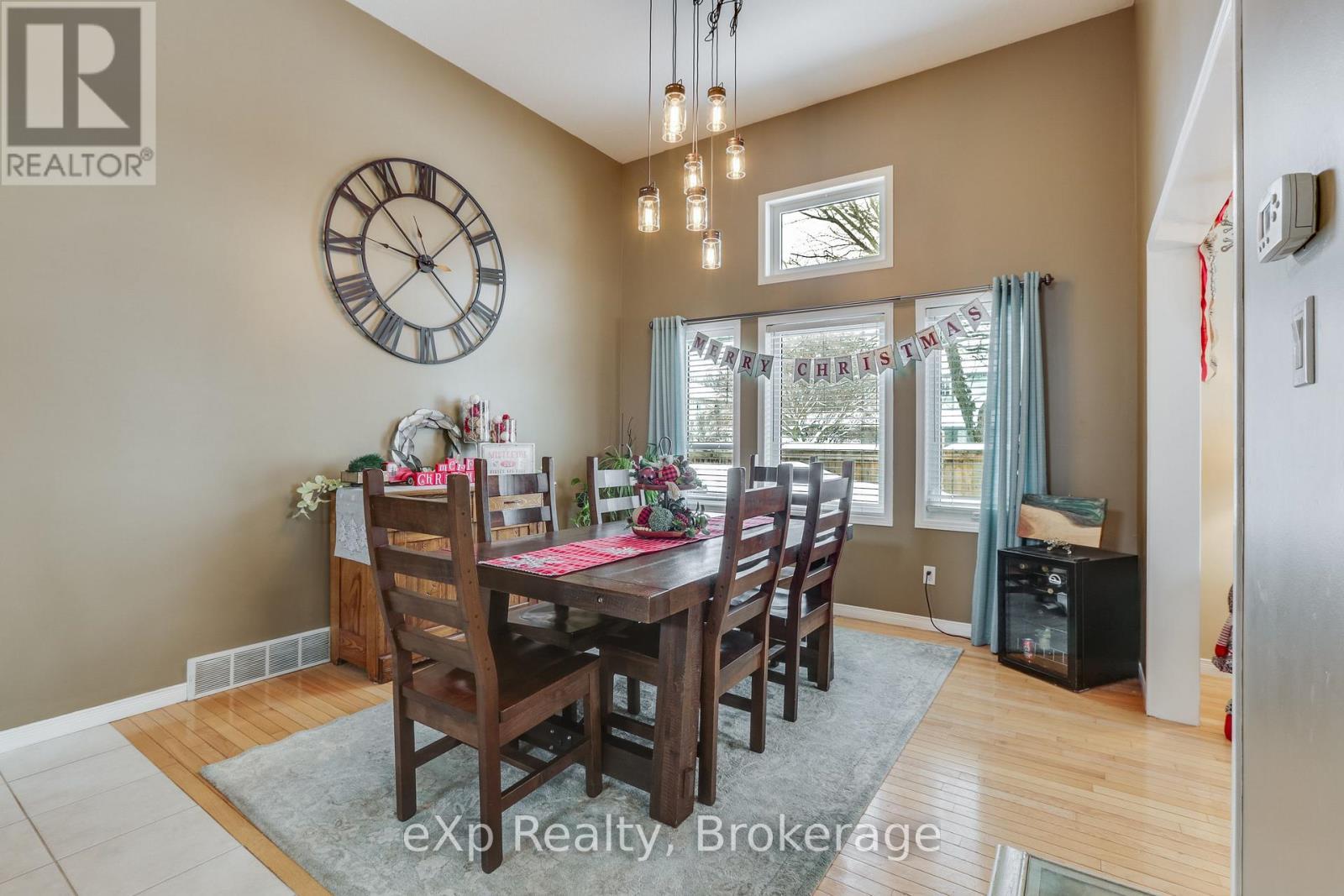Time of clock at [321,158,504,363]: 9:07
